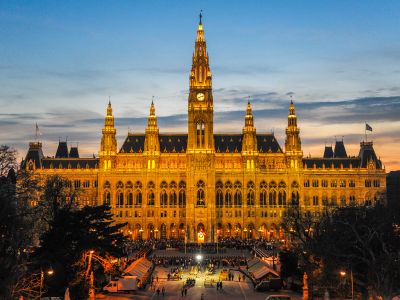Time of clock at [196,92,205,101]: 8:12
